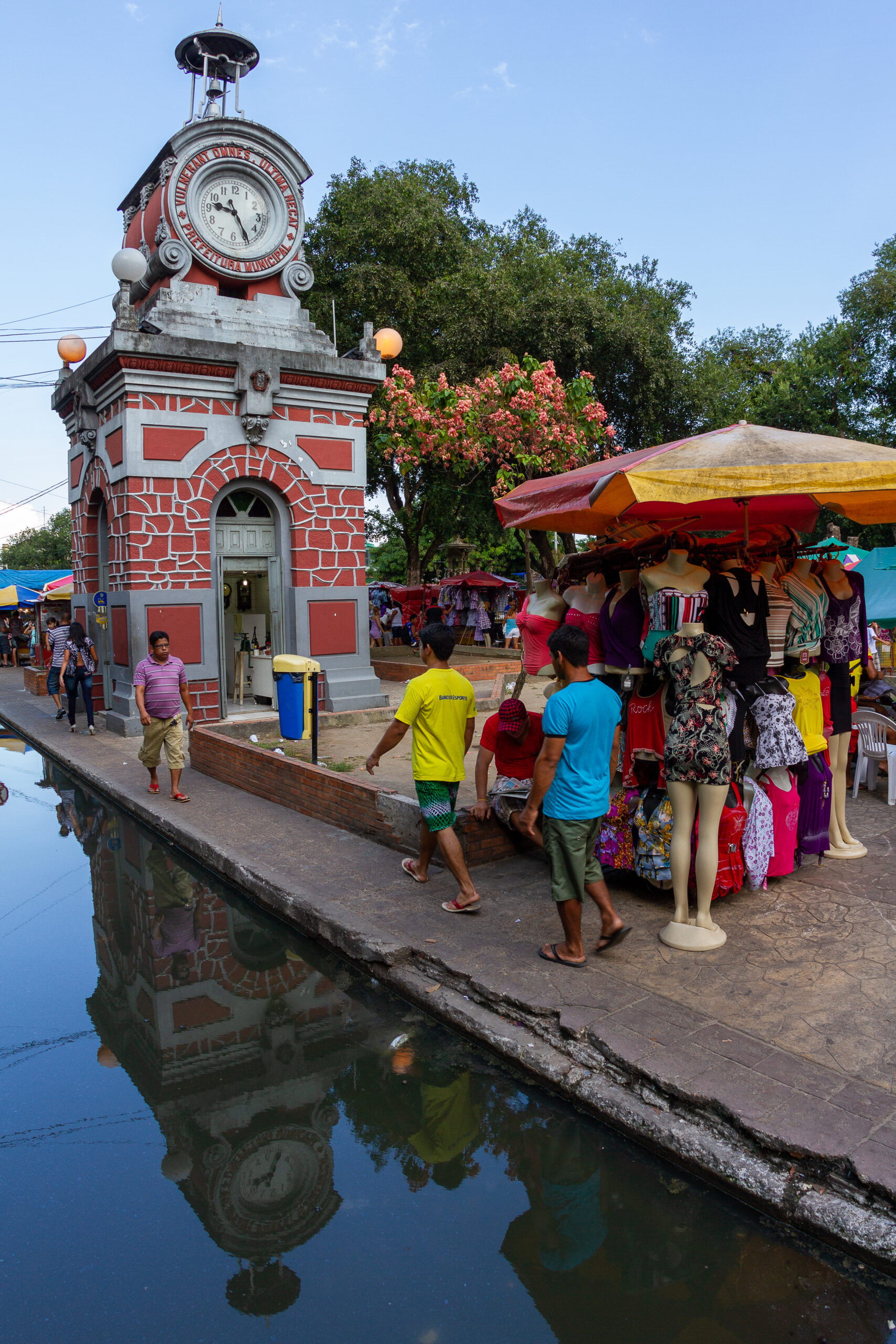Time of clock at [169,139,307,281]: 9:25
